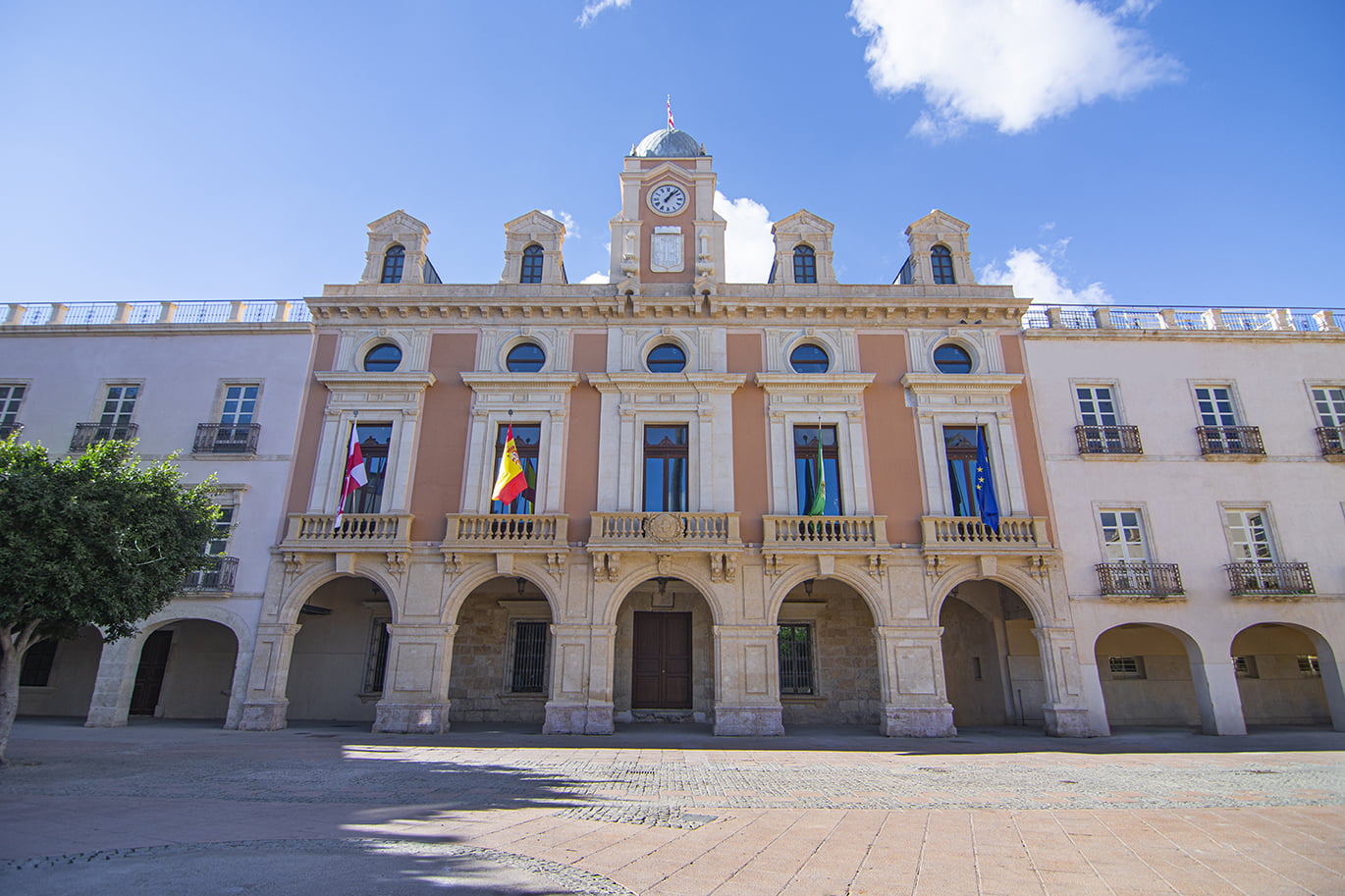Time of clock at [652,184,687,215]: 1:07
